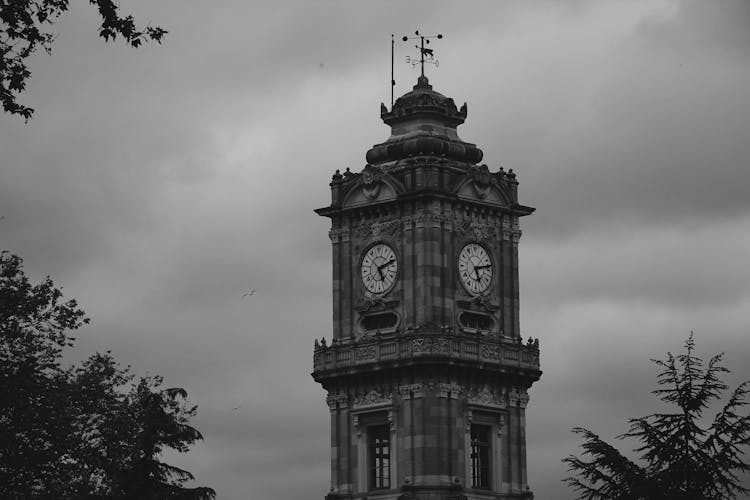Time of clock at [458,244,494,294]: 5:12
